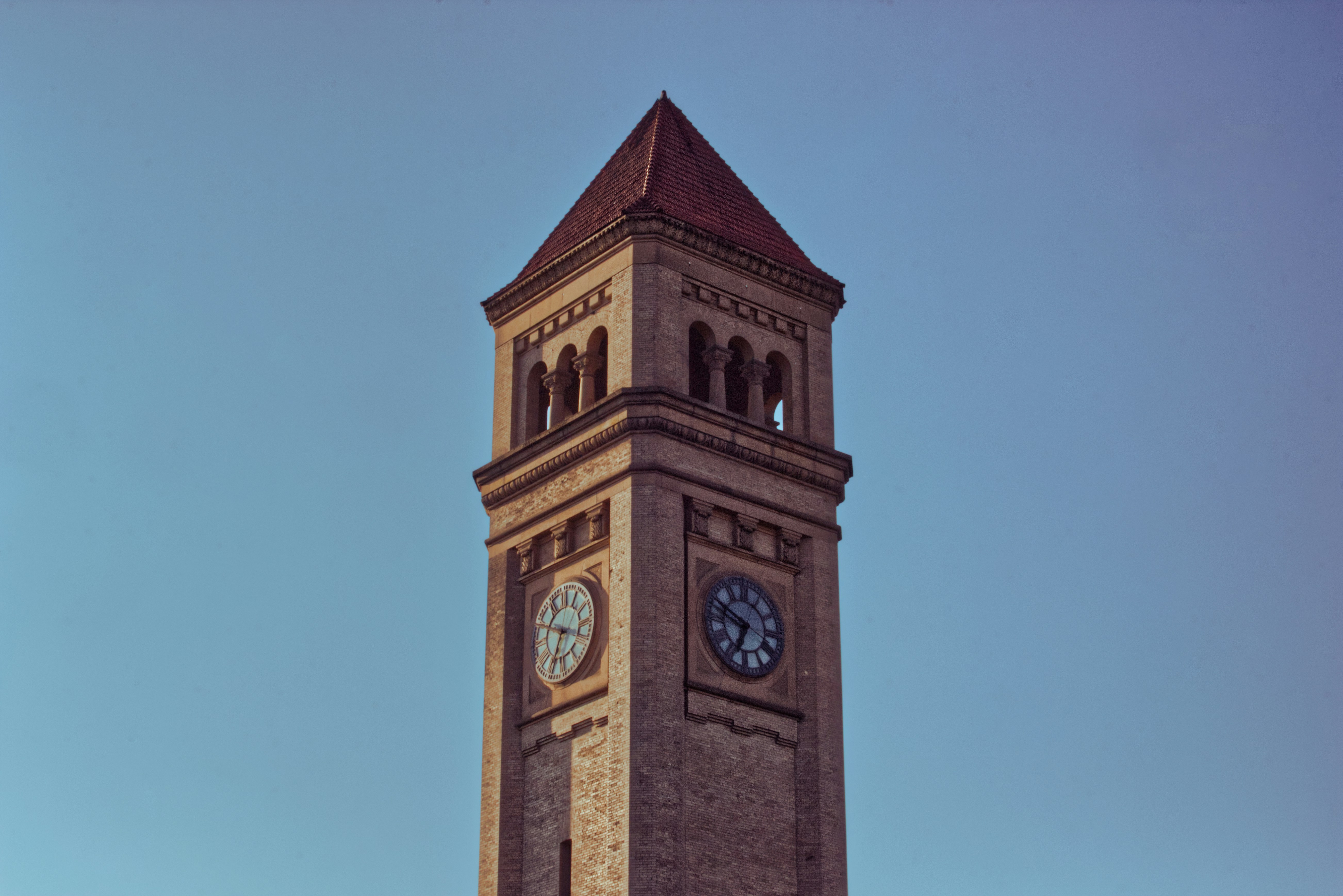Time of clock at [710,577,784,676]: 6:49
